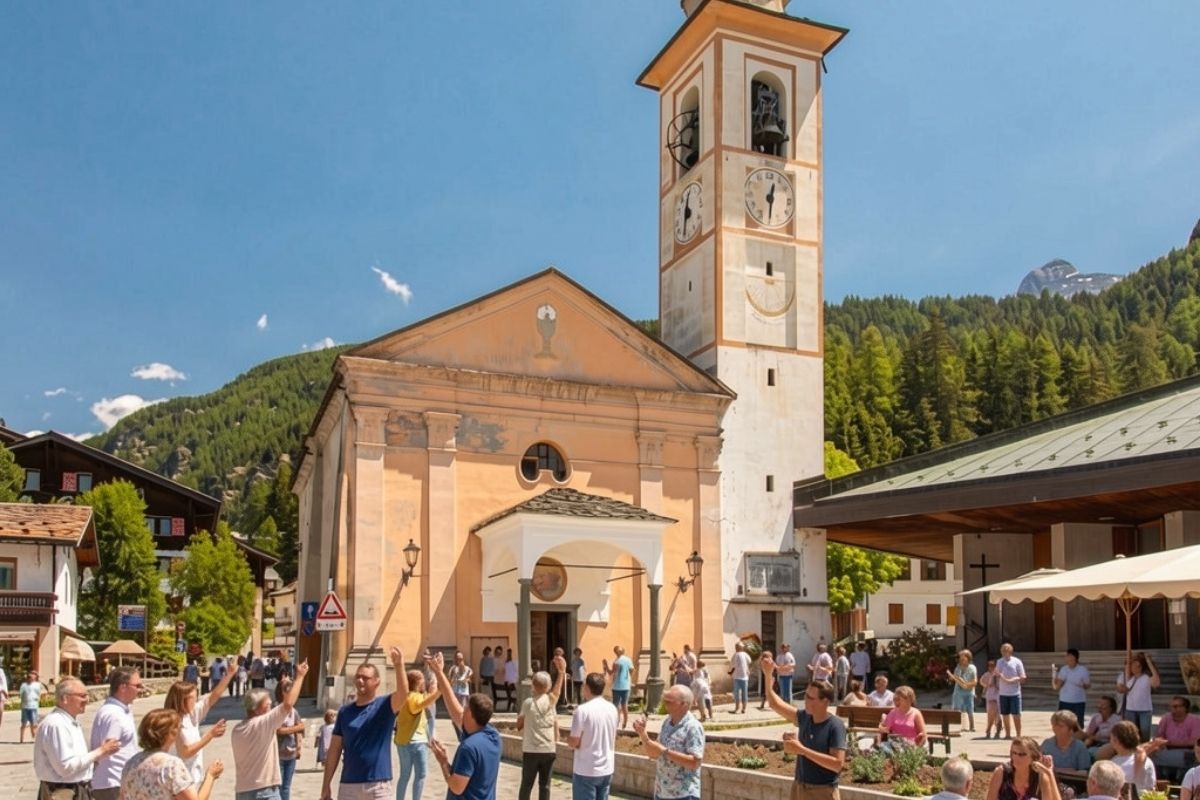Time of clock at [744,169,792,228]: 12:30
